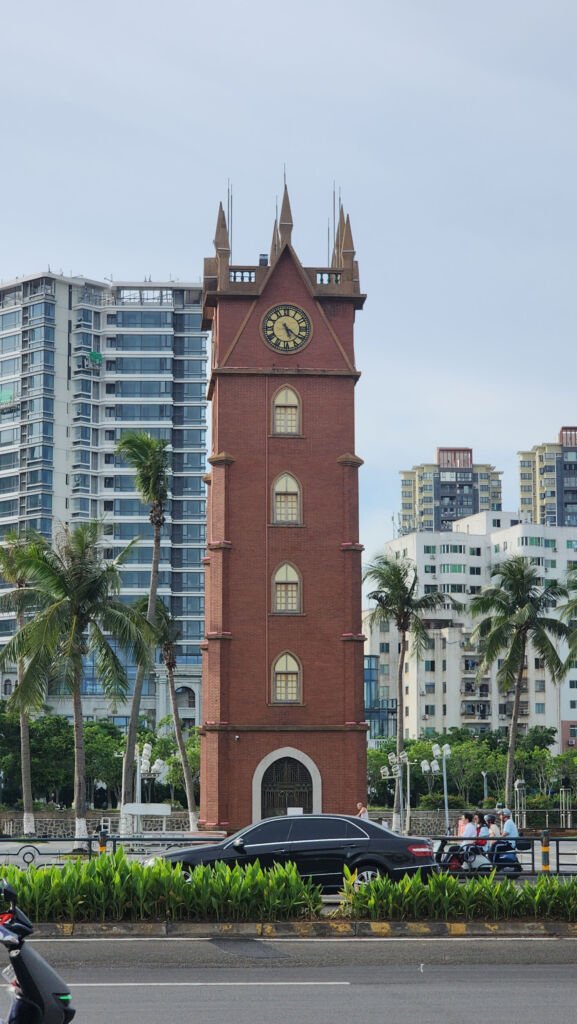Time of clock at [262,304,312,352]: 5:21
